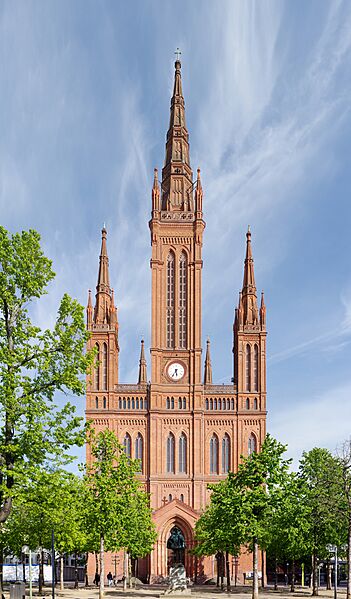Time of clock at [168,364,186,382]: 5:36
